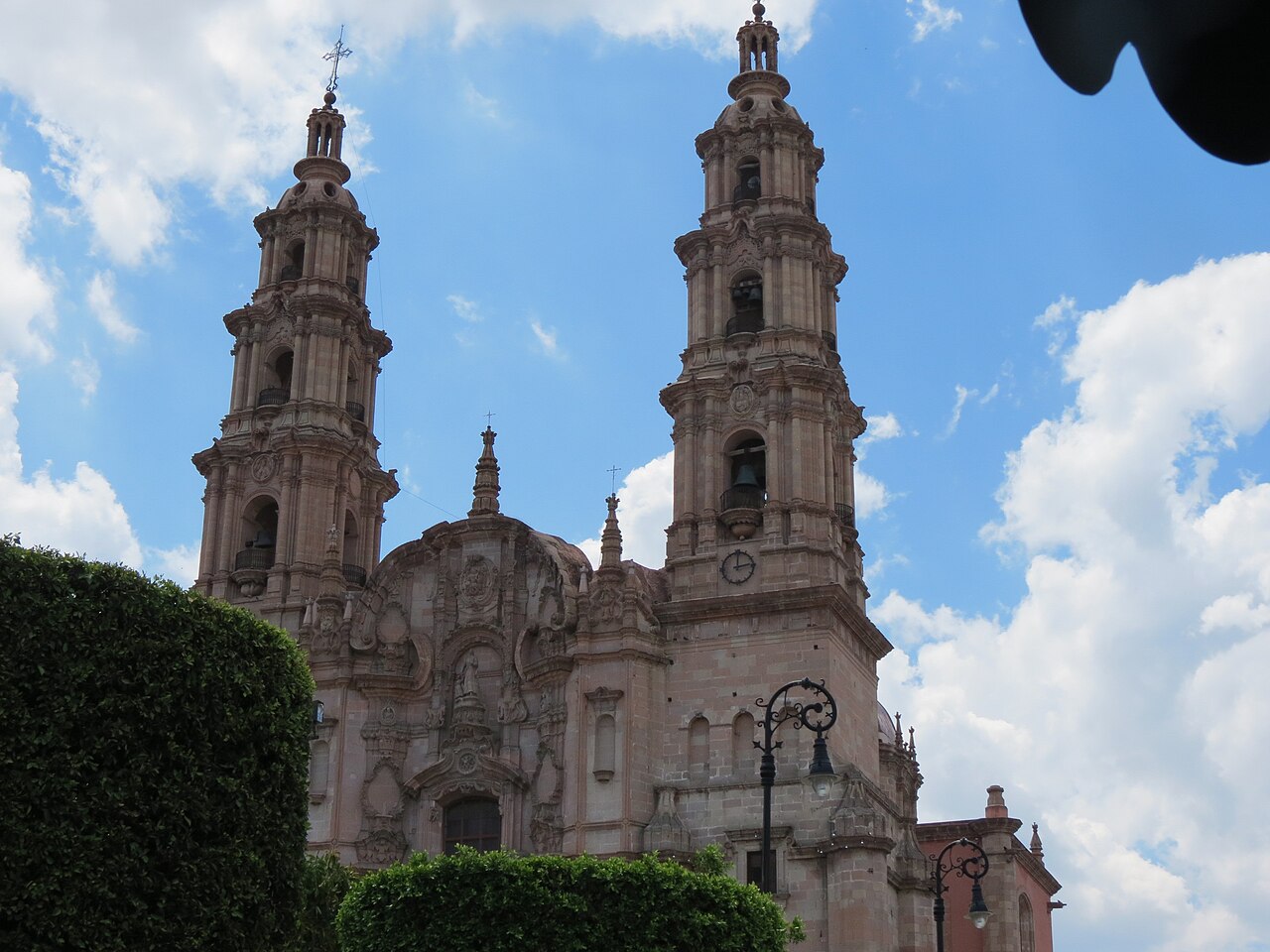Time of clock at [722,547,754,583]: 12:13
